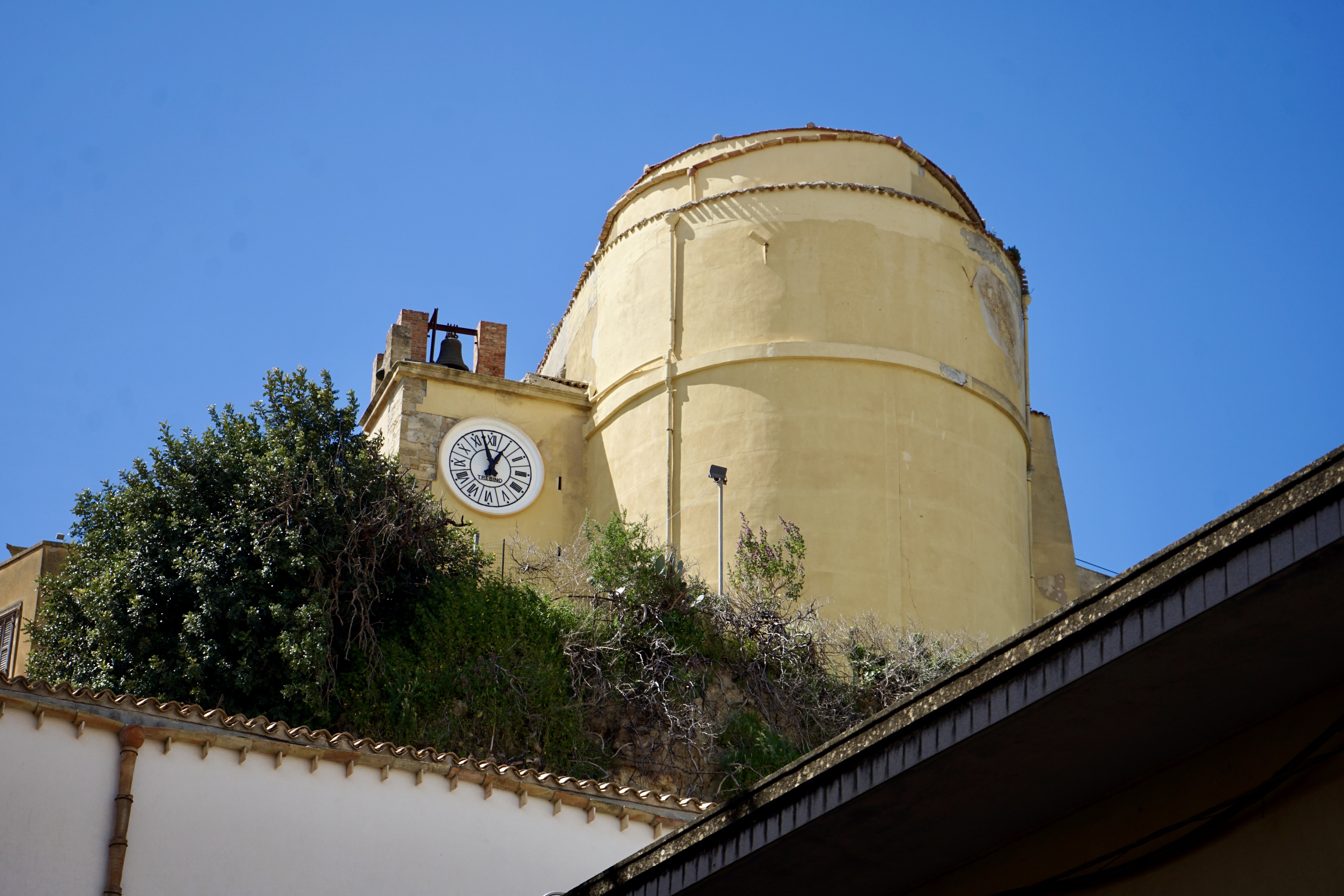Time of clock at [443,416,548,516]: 12:57
